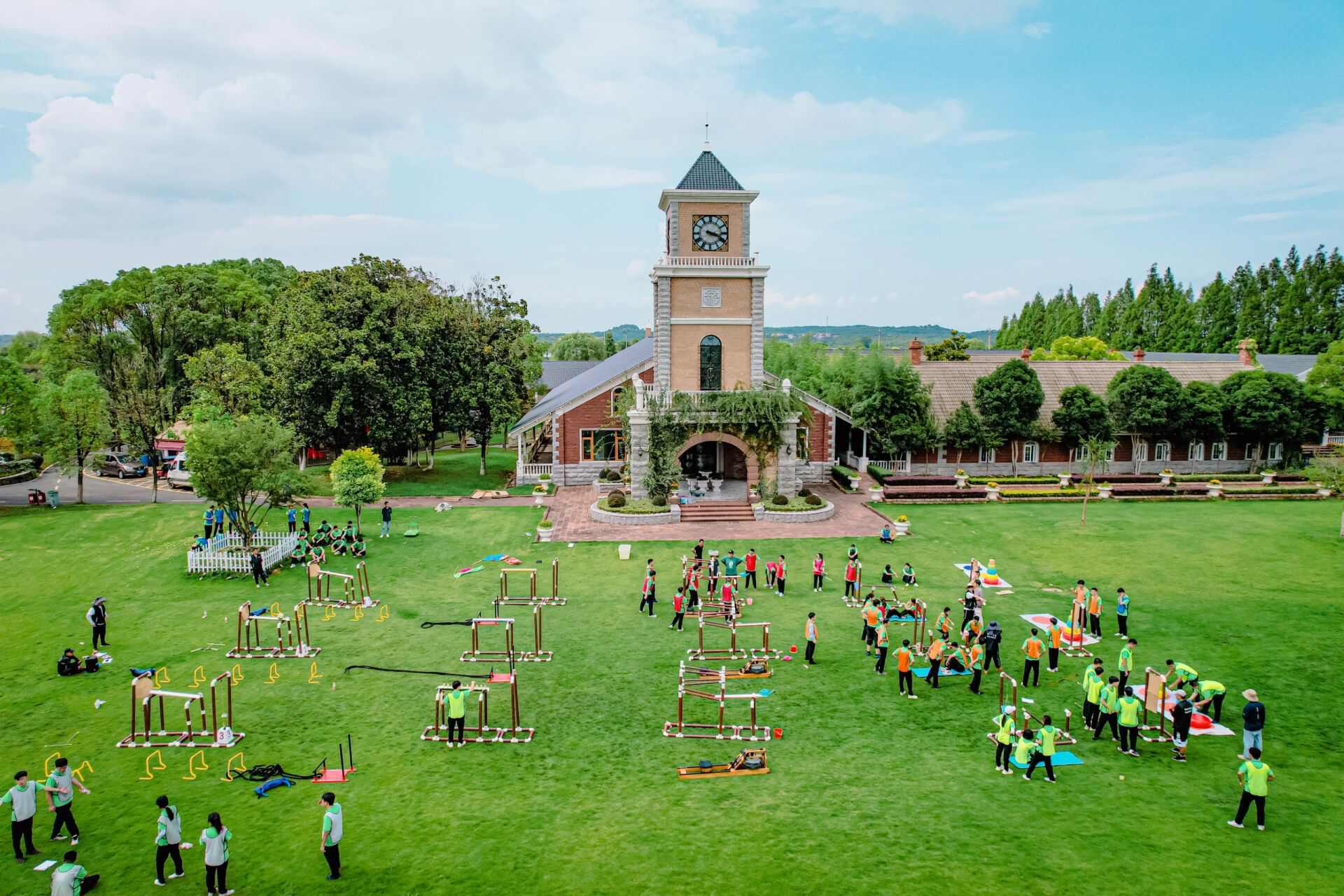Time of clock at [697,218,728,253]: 3:18
